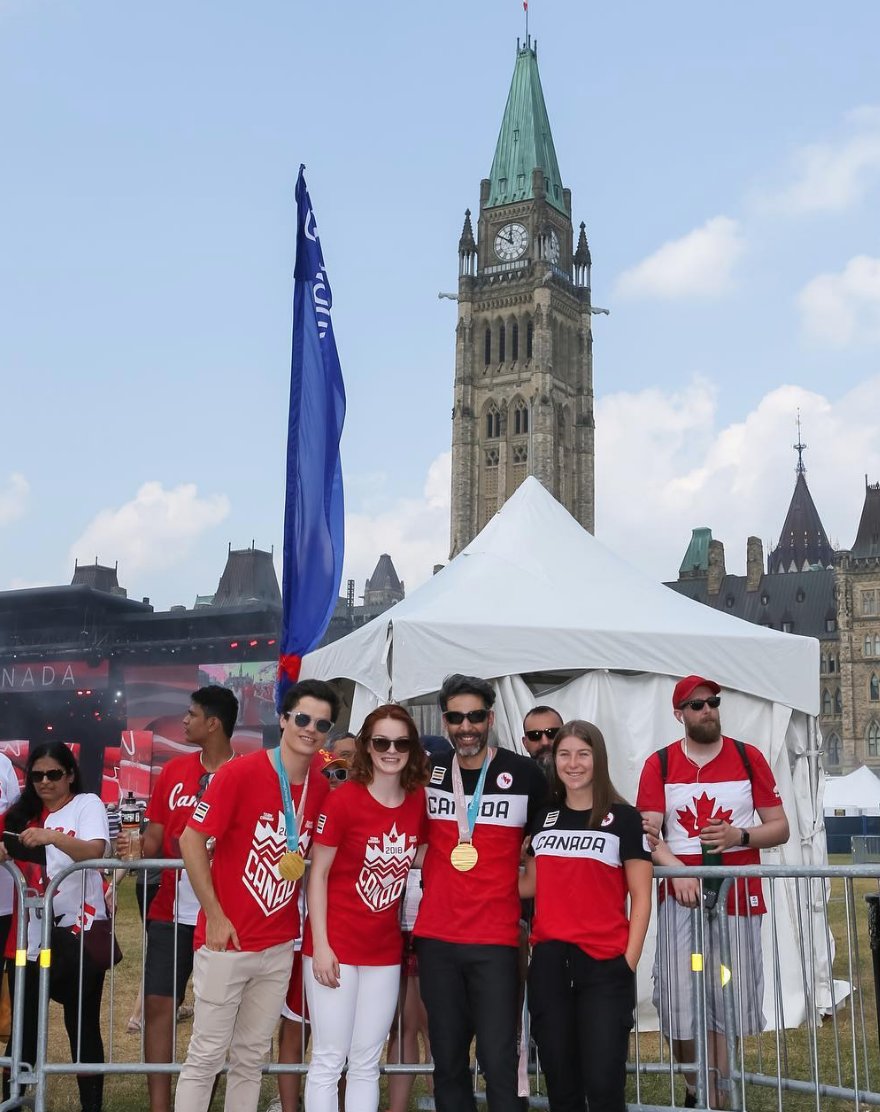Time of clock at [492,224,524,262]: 11:50
